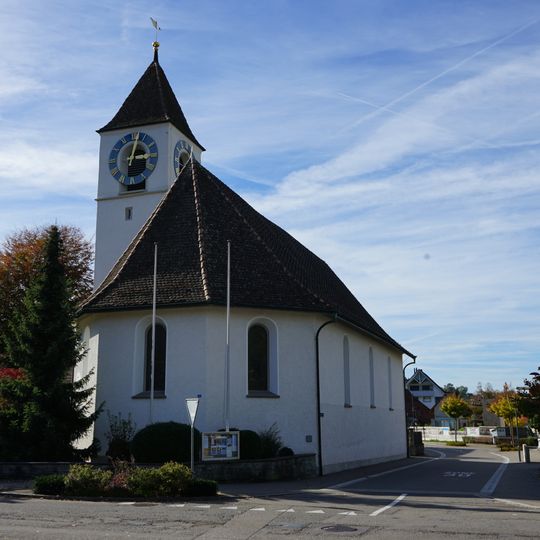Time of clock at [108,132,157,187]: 3:02
